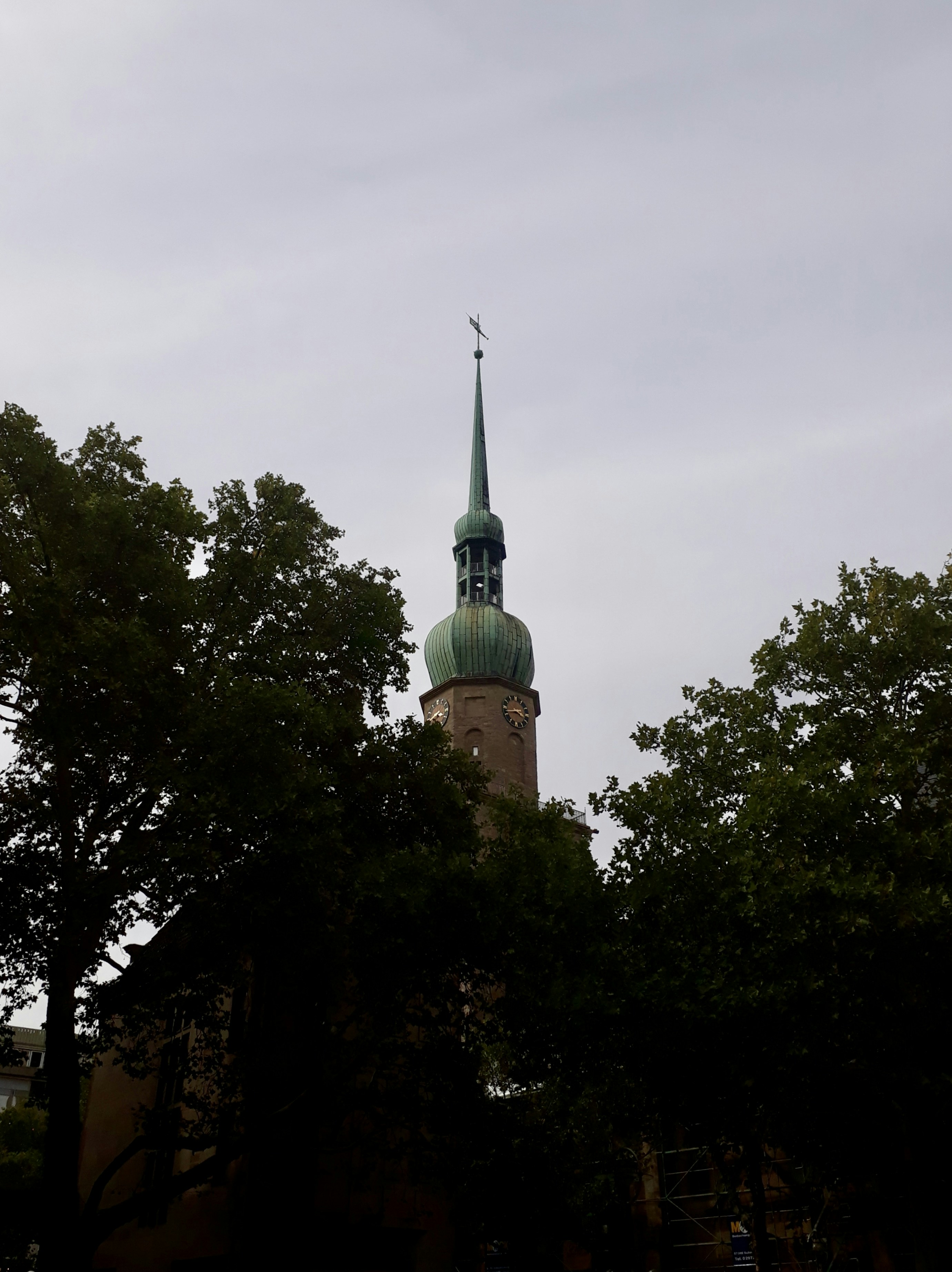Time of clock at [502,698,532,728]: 3:42
